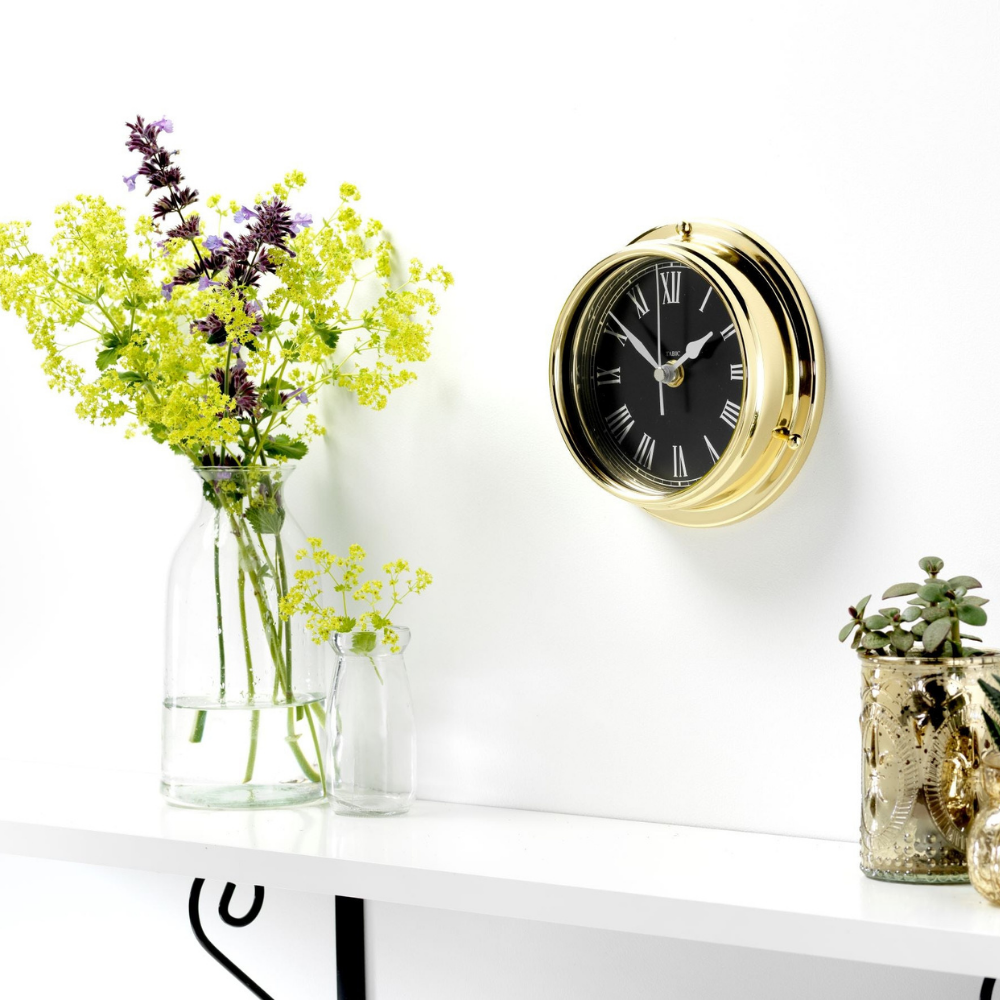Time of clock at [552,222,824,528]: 1:51
